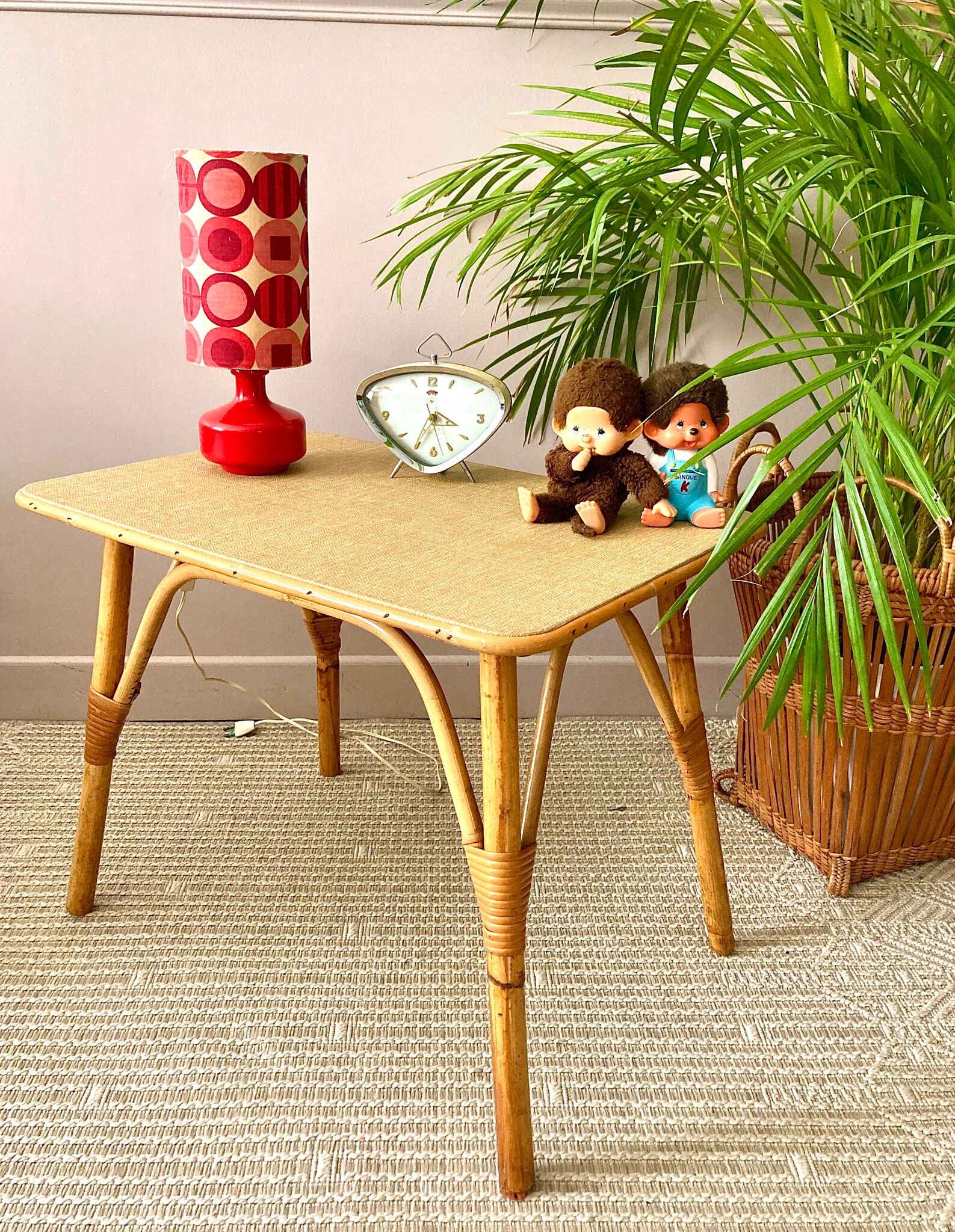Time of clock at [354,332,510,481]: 4:34
